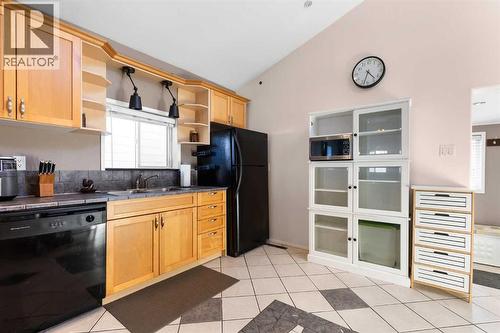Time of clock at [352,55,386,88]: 4:33
